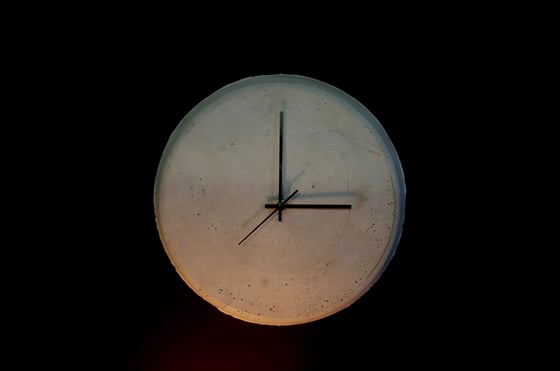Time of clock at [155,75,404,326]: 2:59
